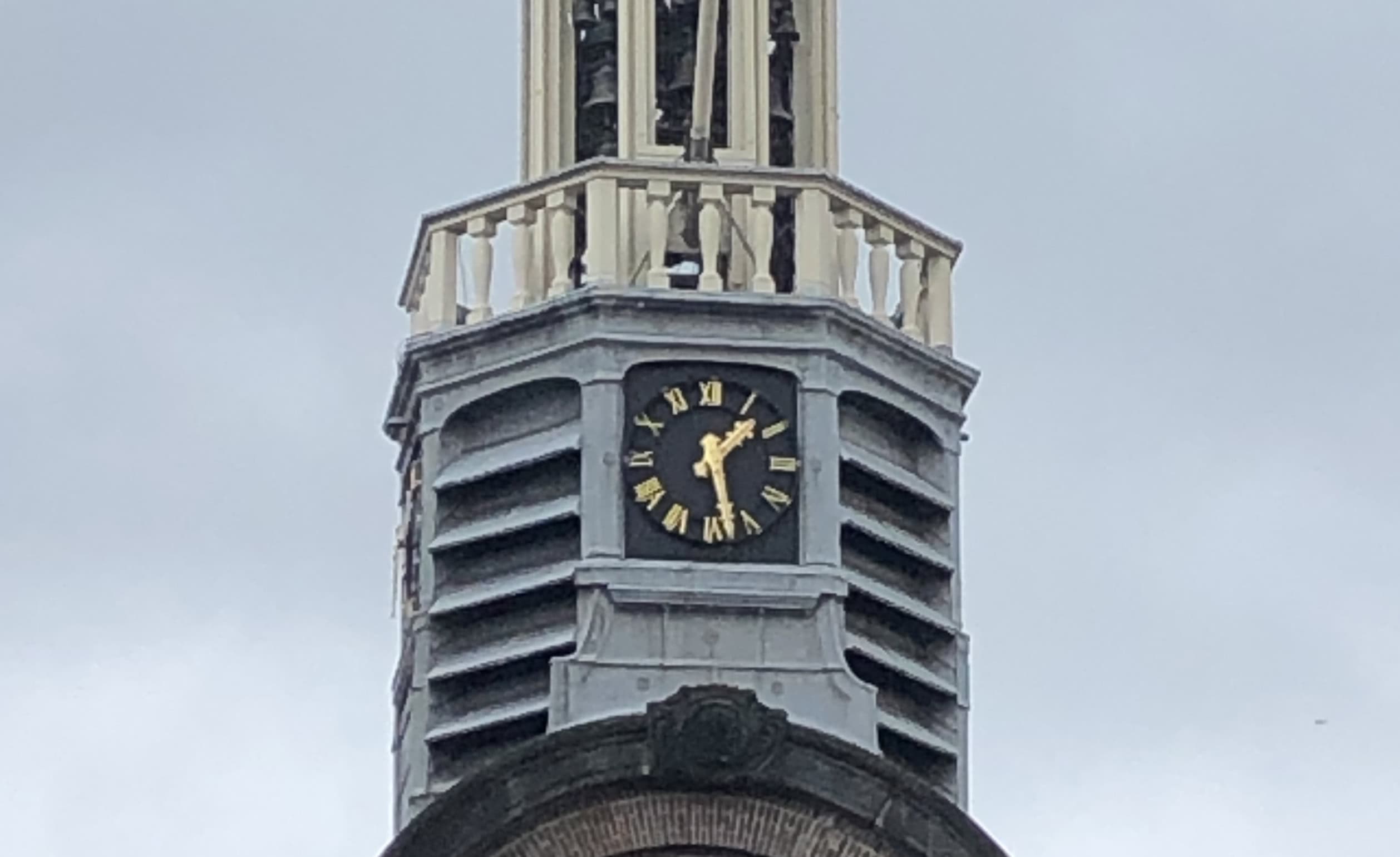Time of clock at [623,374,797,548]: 1:28
